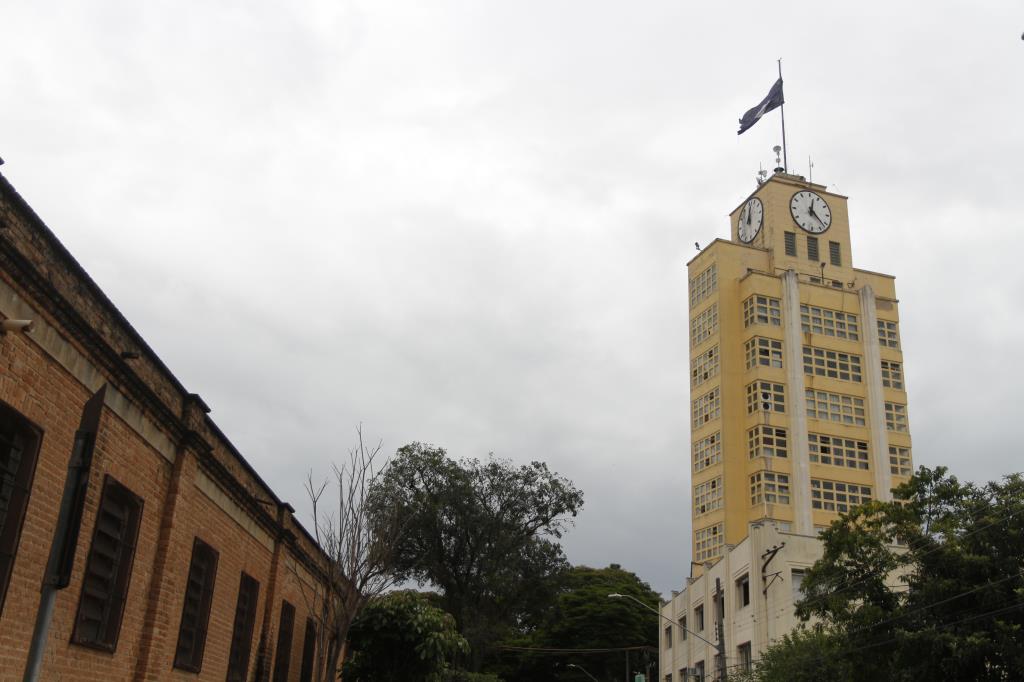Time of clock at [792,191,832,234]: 12:22
